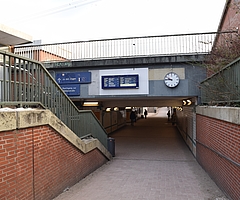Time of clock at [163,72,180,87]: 9:45
